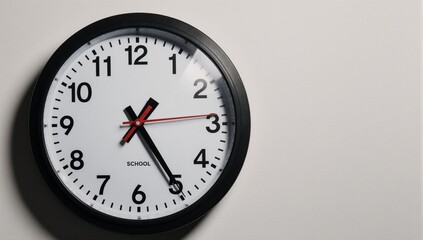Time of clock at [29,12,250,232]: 1:24
